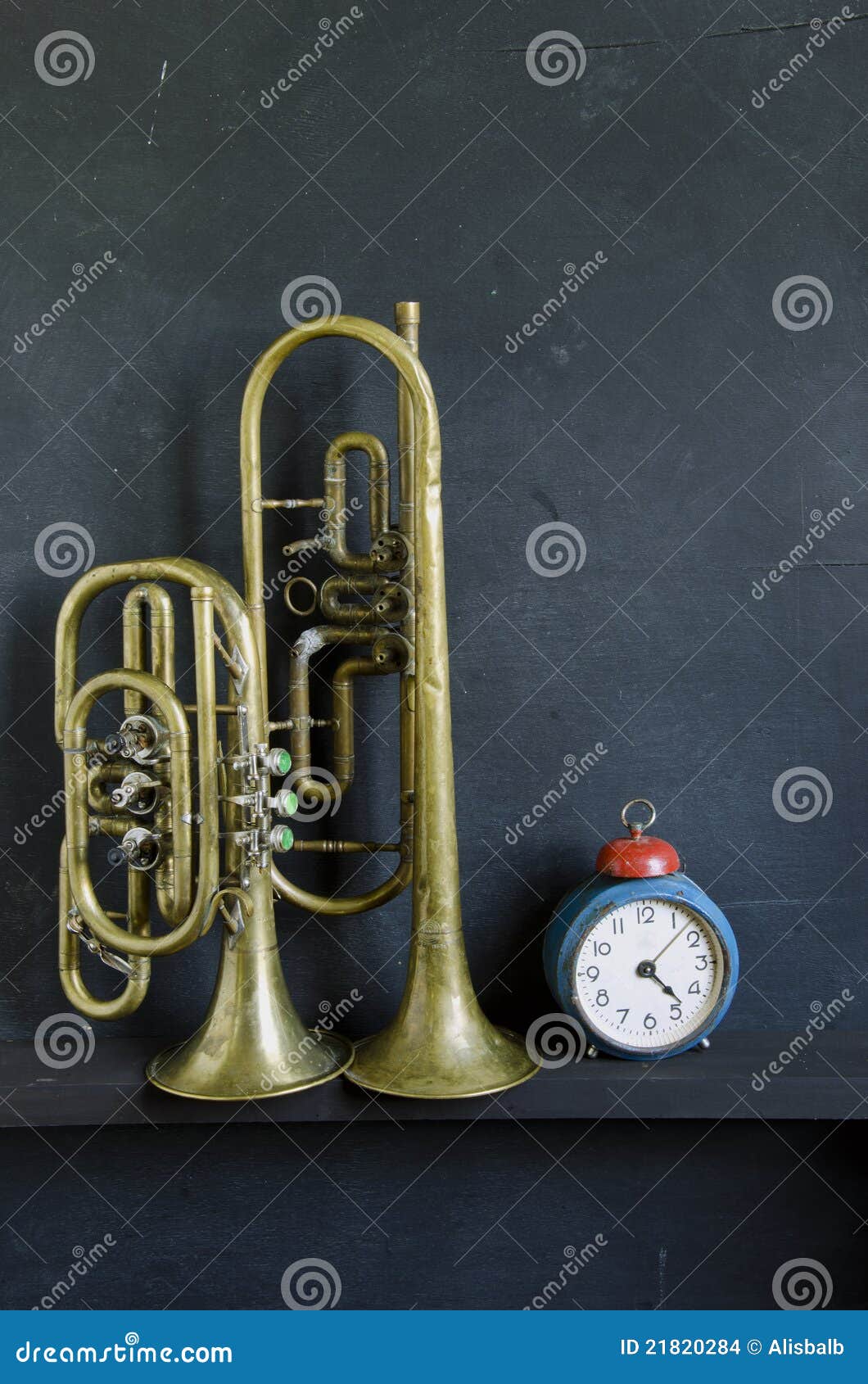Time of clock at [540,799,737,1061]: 4:23
